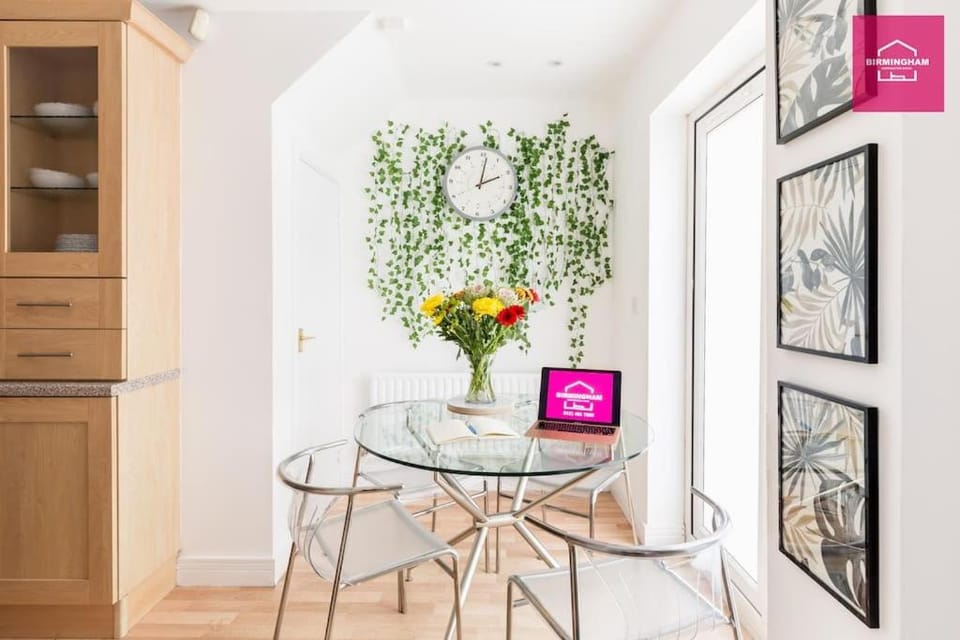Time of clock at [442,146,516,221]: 2:01
